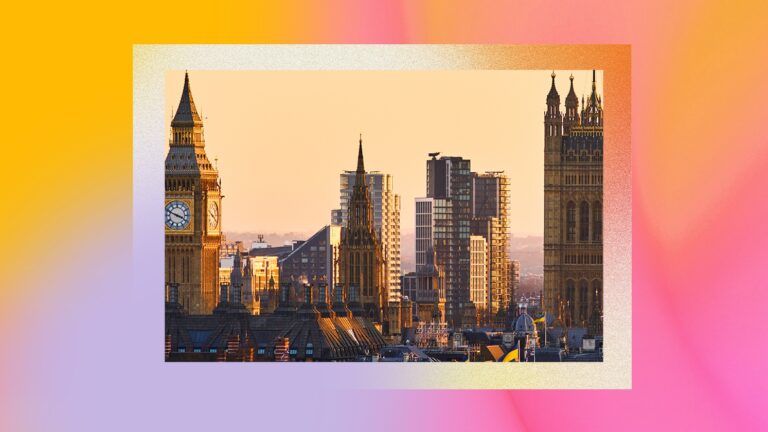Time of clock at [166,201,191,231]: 3:48
